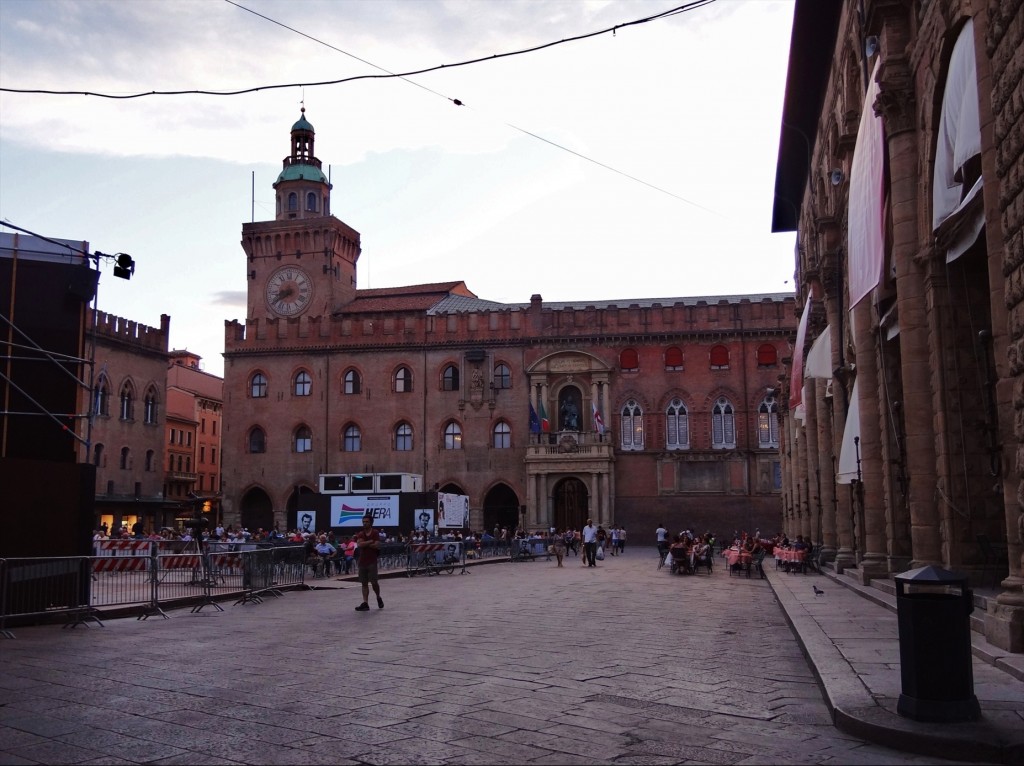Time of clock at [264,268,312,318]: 8:39
